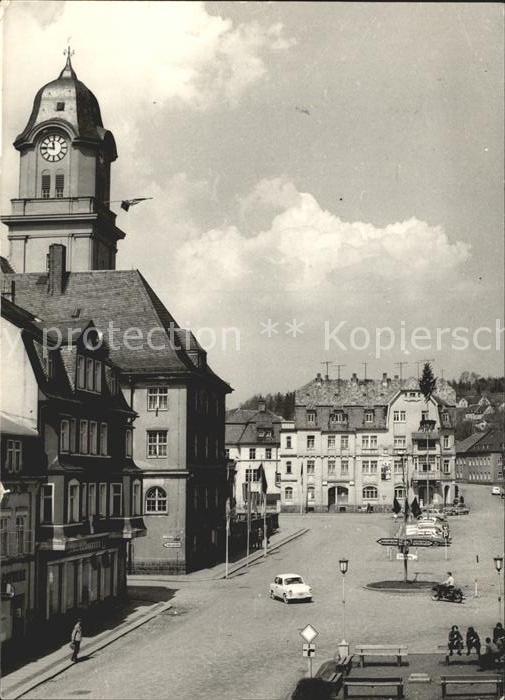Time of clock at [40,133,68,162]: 11:45
